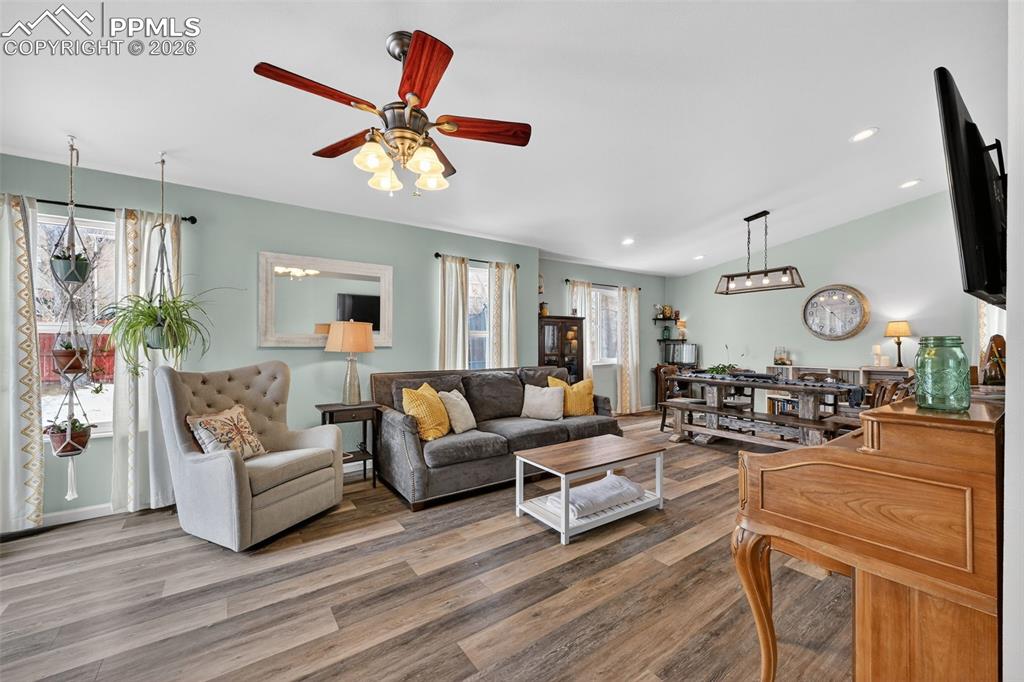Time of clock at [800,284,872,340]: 10:30
